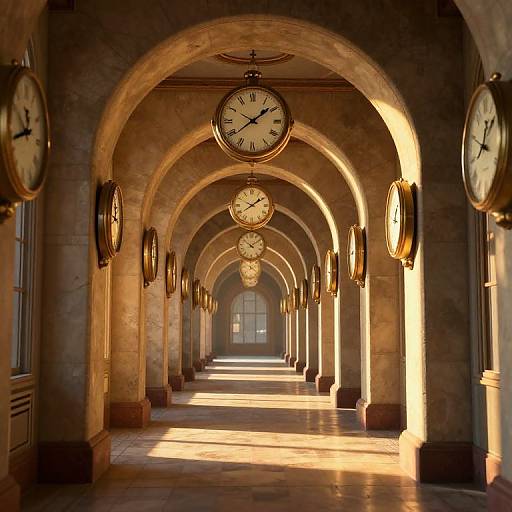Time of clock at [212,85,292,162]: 1:38
